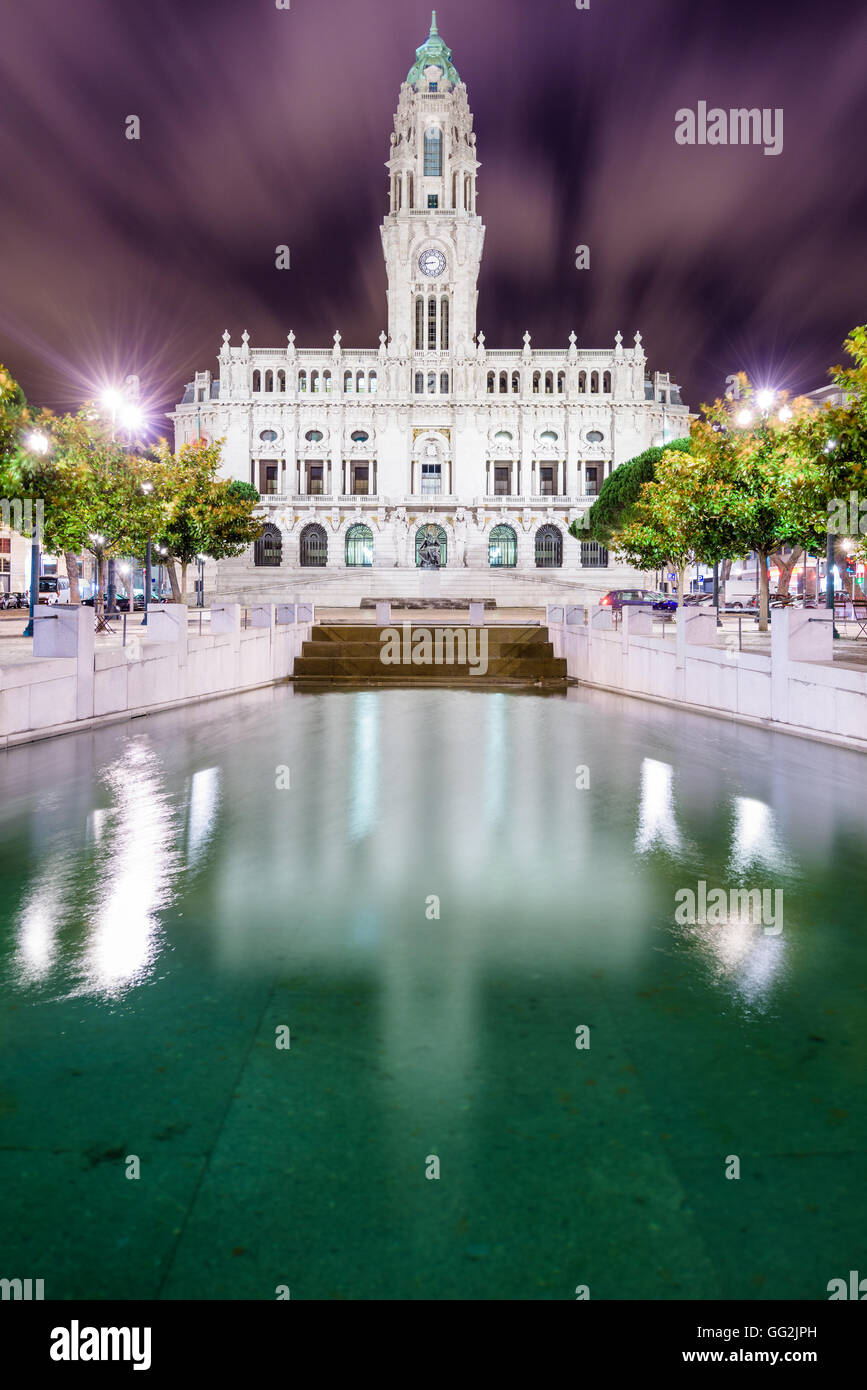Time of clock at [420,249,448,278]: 8:43
